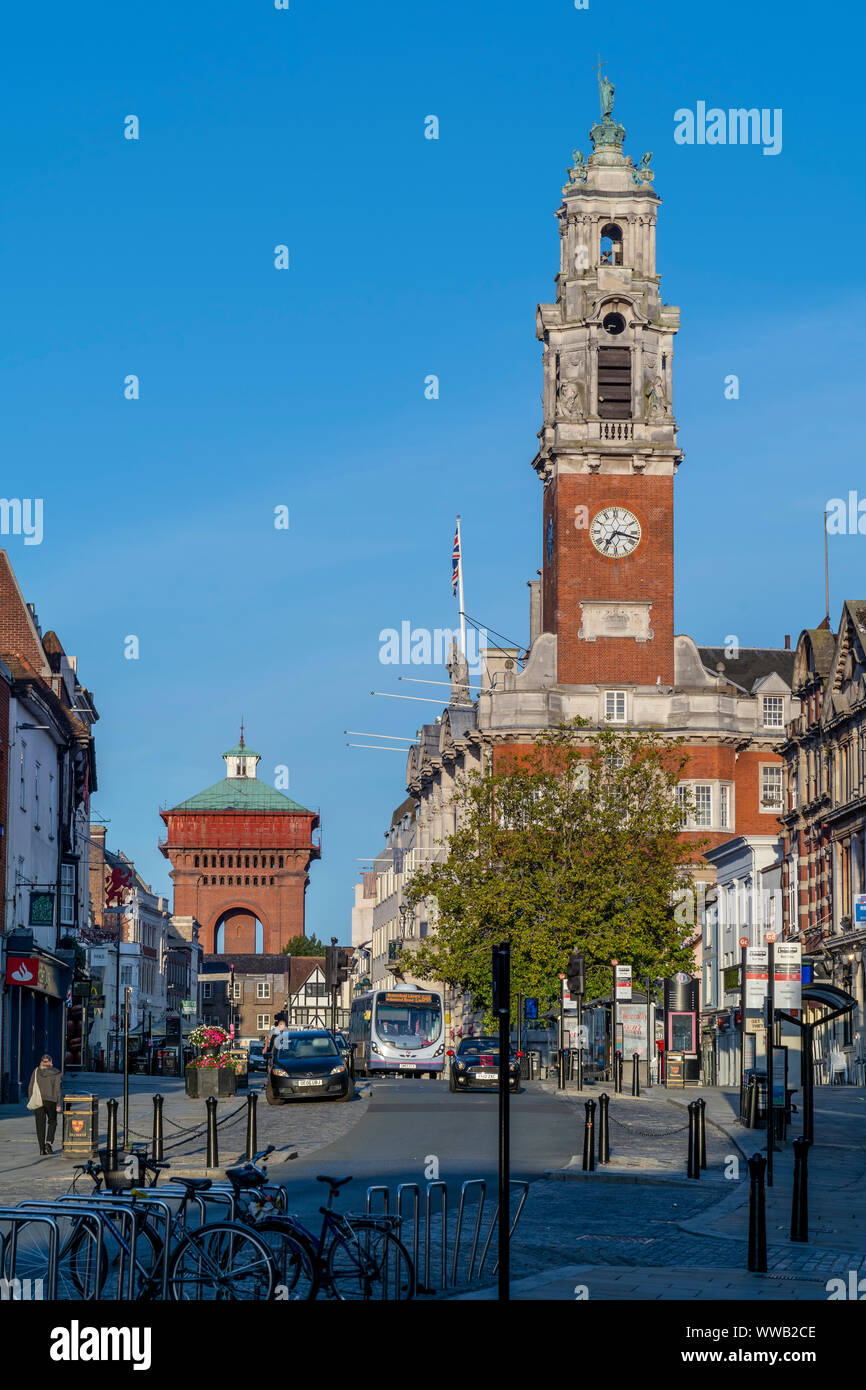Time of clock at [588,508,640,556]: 7:17
